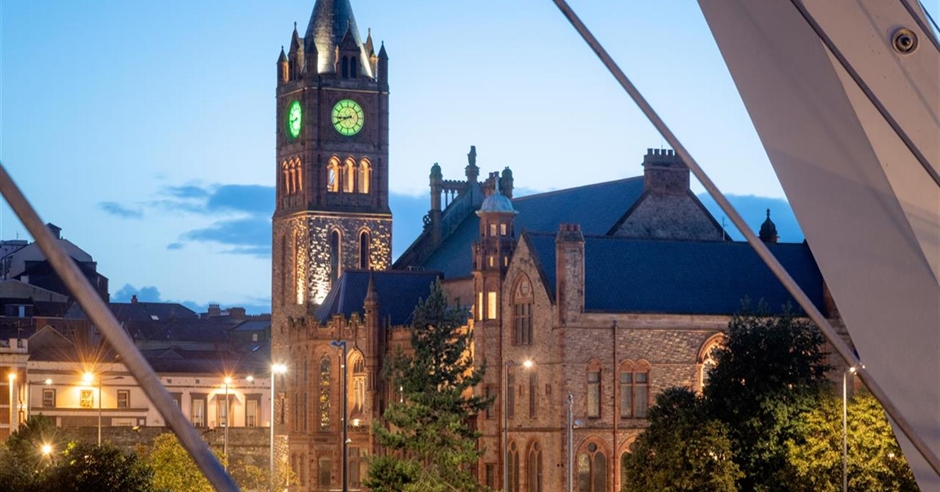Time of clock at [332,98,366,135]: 8:40
